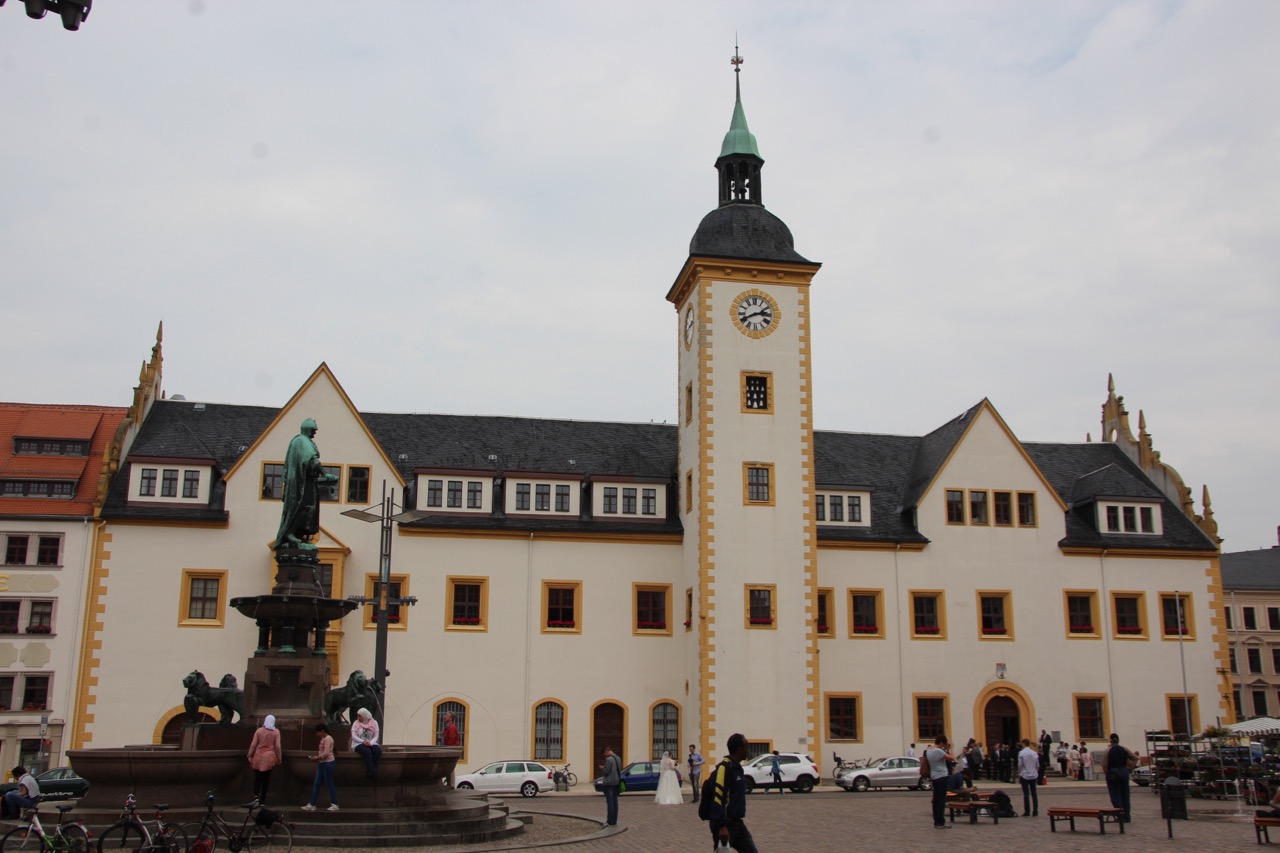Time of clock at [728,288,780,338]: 2:40
